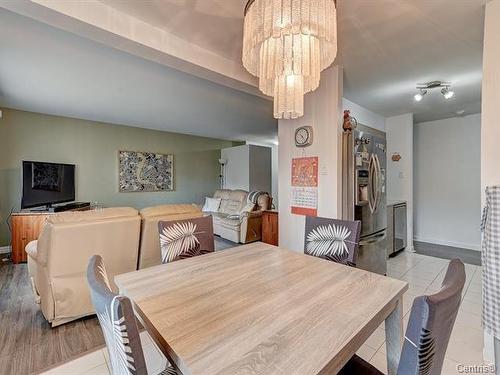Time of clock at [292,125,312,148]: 10:23
